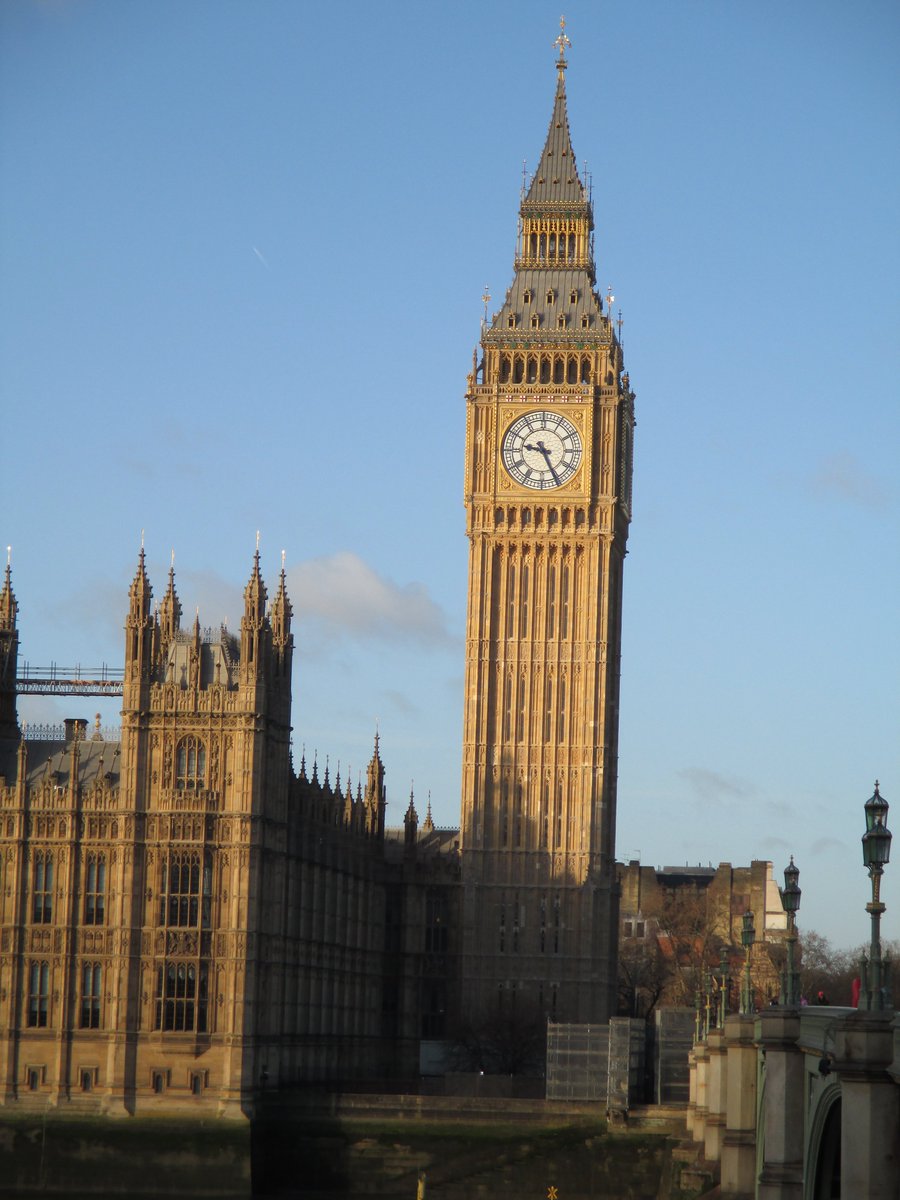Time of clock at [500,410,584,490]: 9:25
